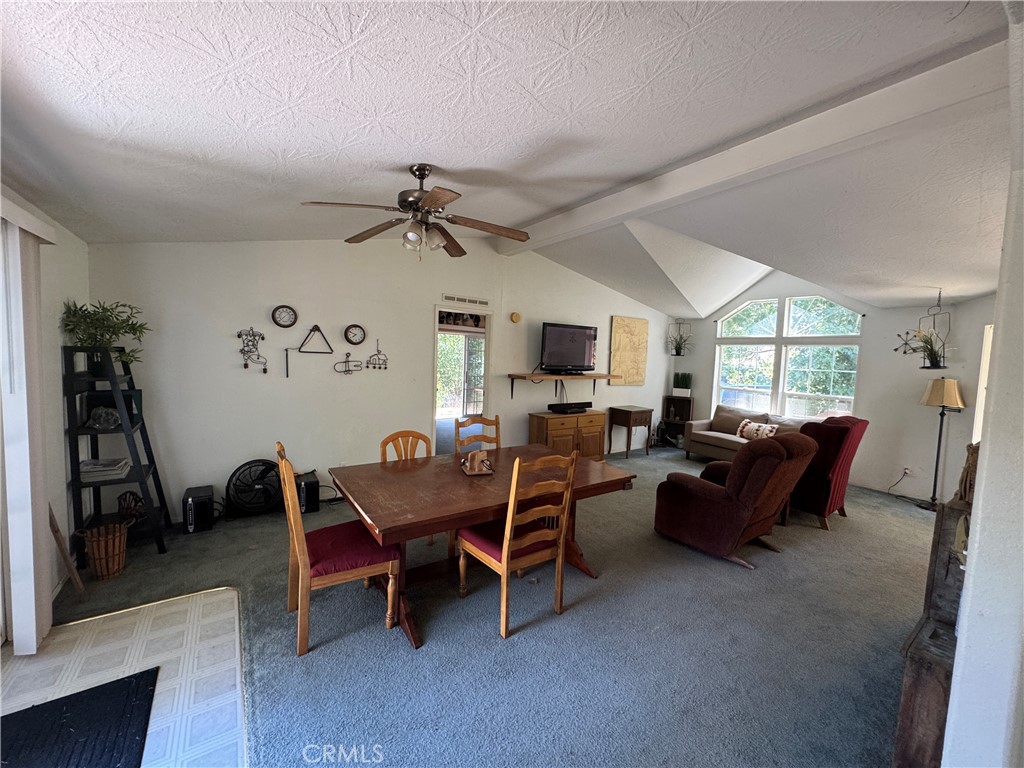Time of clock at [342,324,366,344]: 7:49
